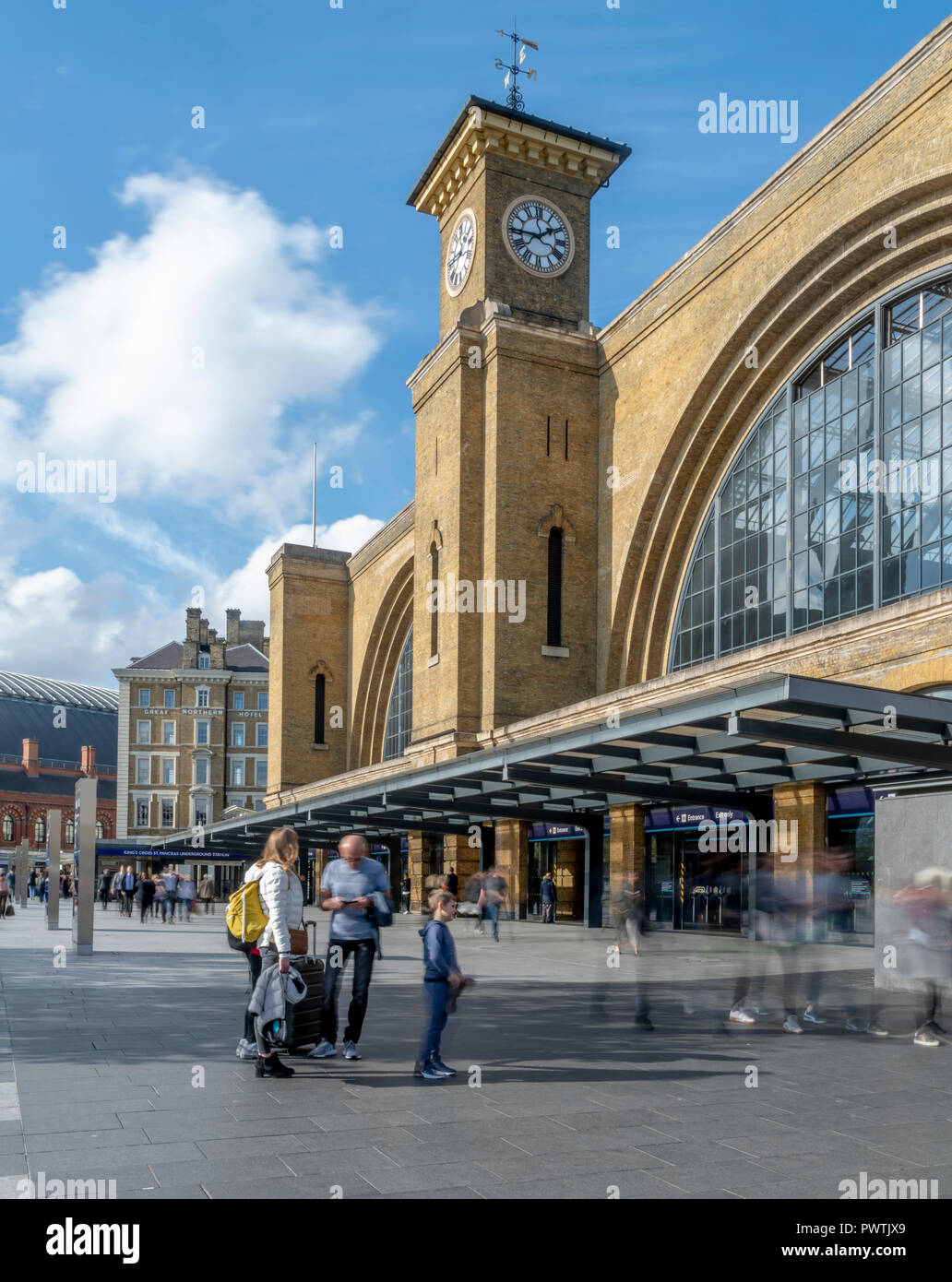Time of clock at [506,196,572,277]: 1:44
